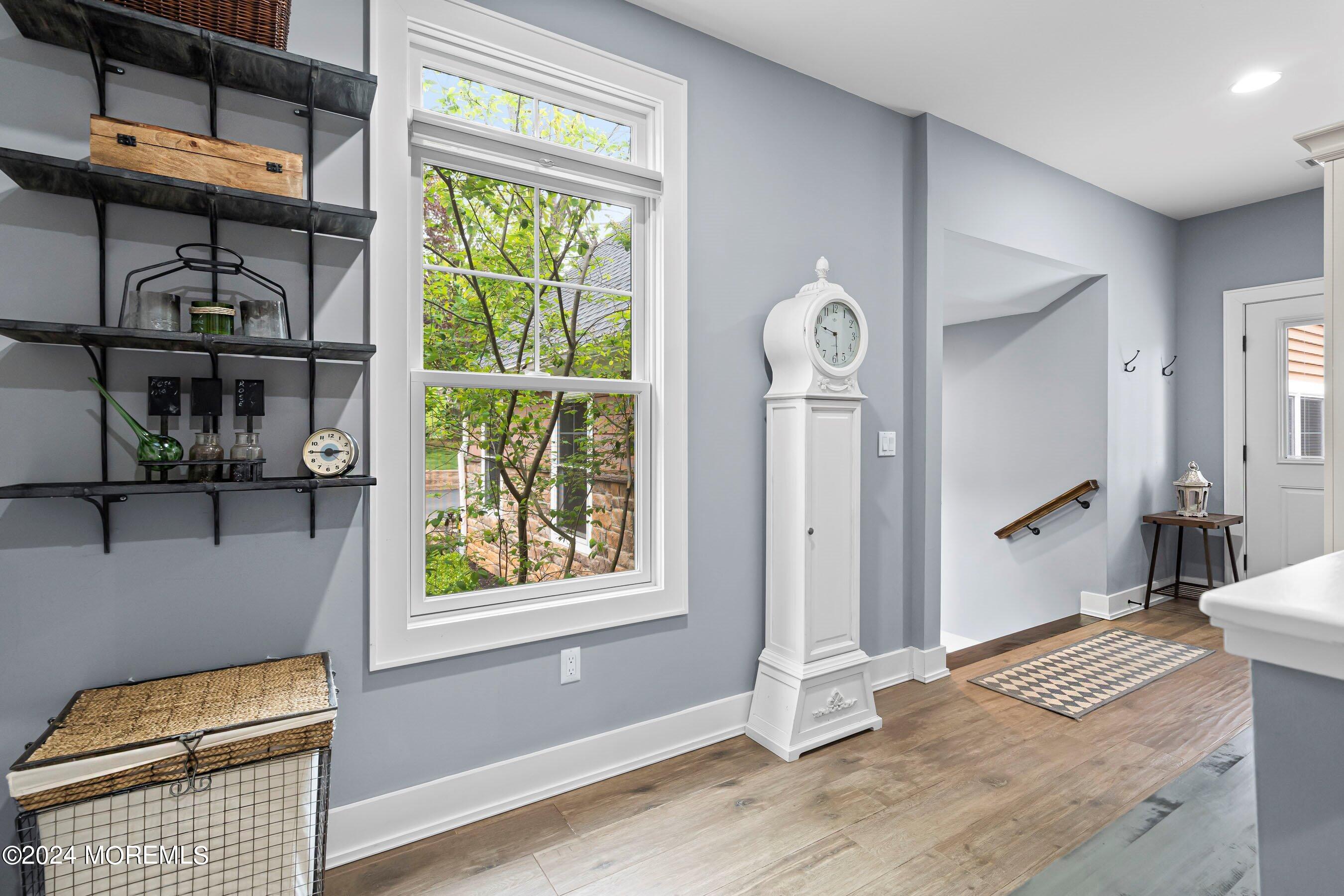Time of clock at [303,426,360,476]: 2:45
